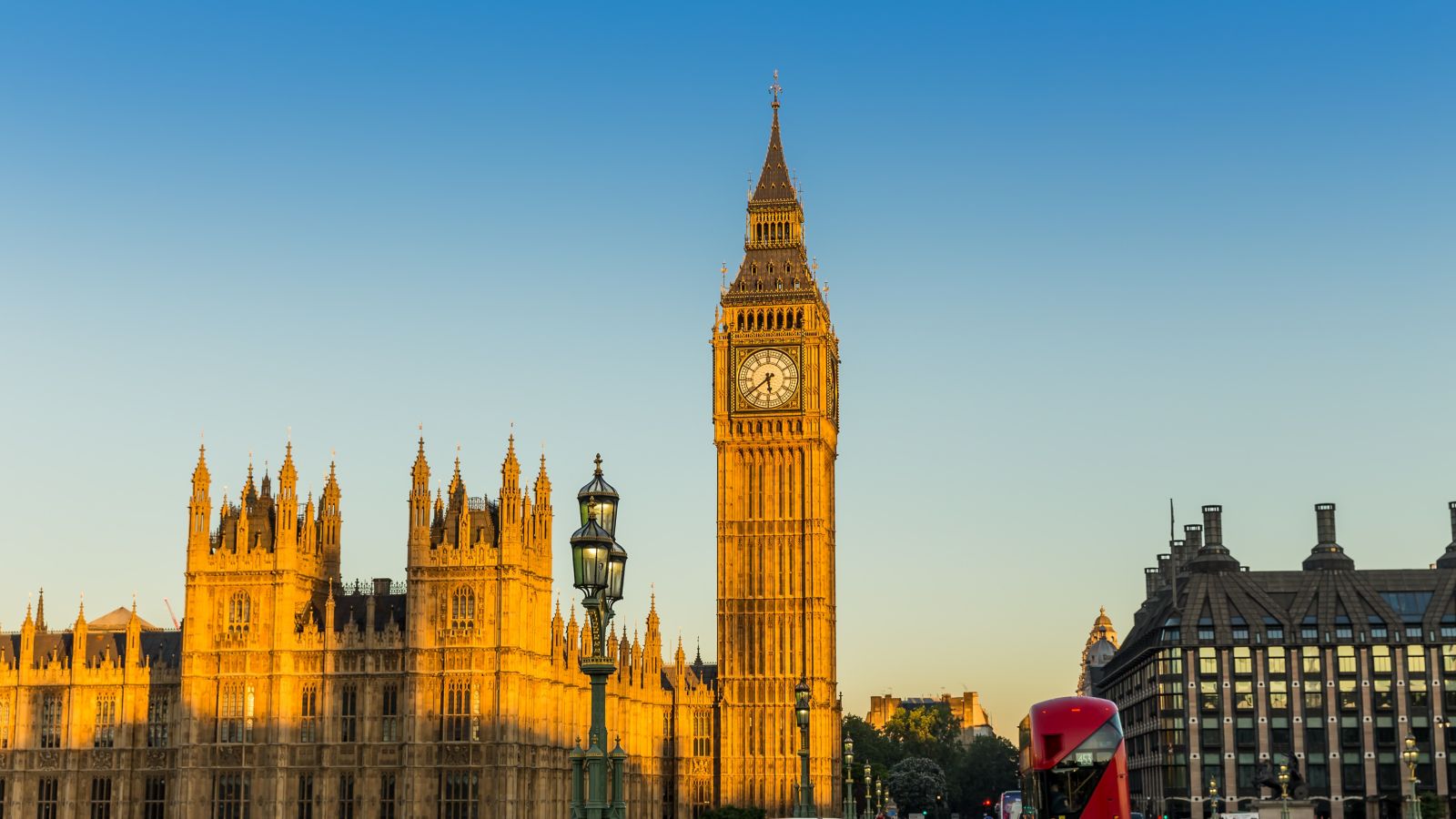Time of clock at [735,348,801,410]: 5:38
